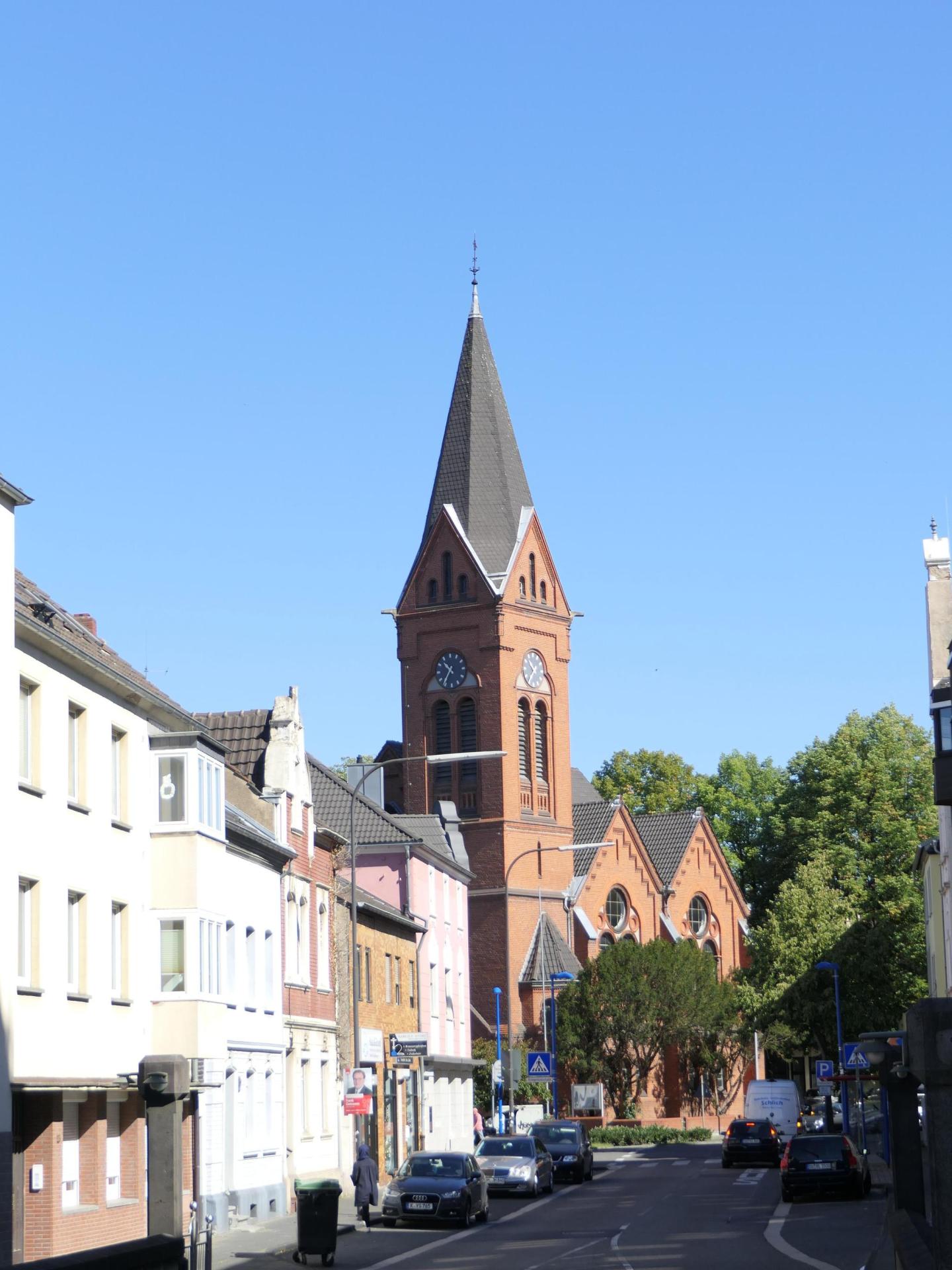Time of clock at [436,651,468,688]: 10:36
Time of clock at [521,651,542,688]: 10:36
